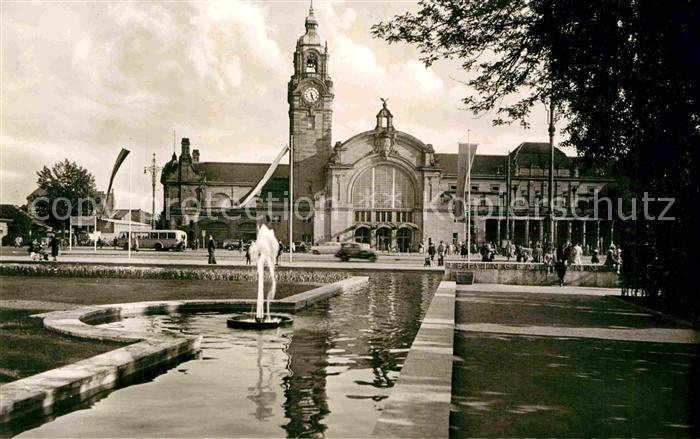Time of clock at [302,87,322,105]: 5:26
